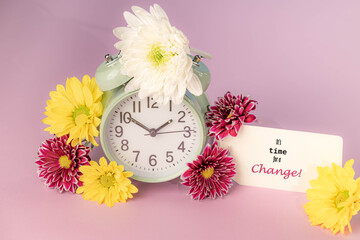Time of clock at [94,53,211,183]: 1:50
